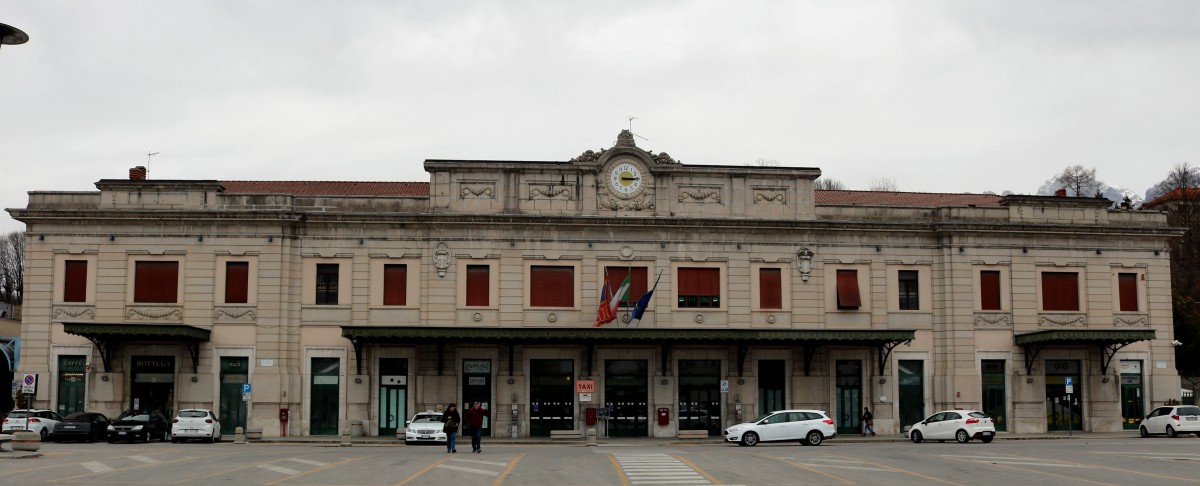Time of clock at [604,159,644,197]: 3:14
